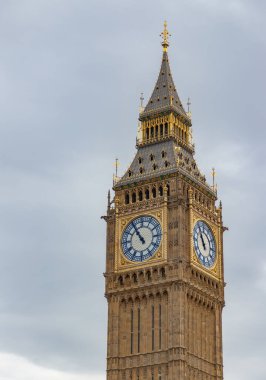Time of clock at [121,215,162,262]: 10:55
